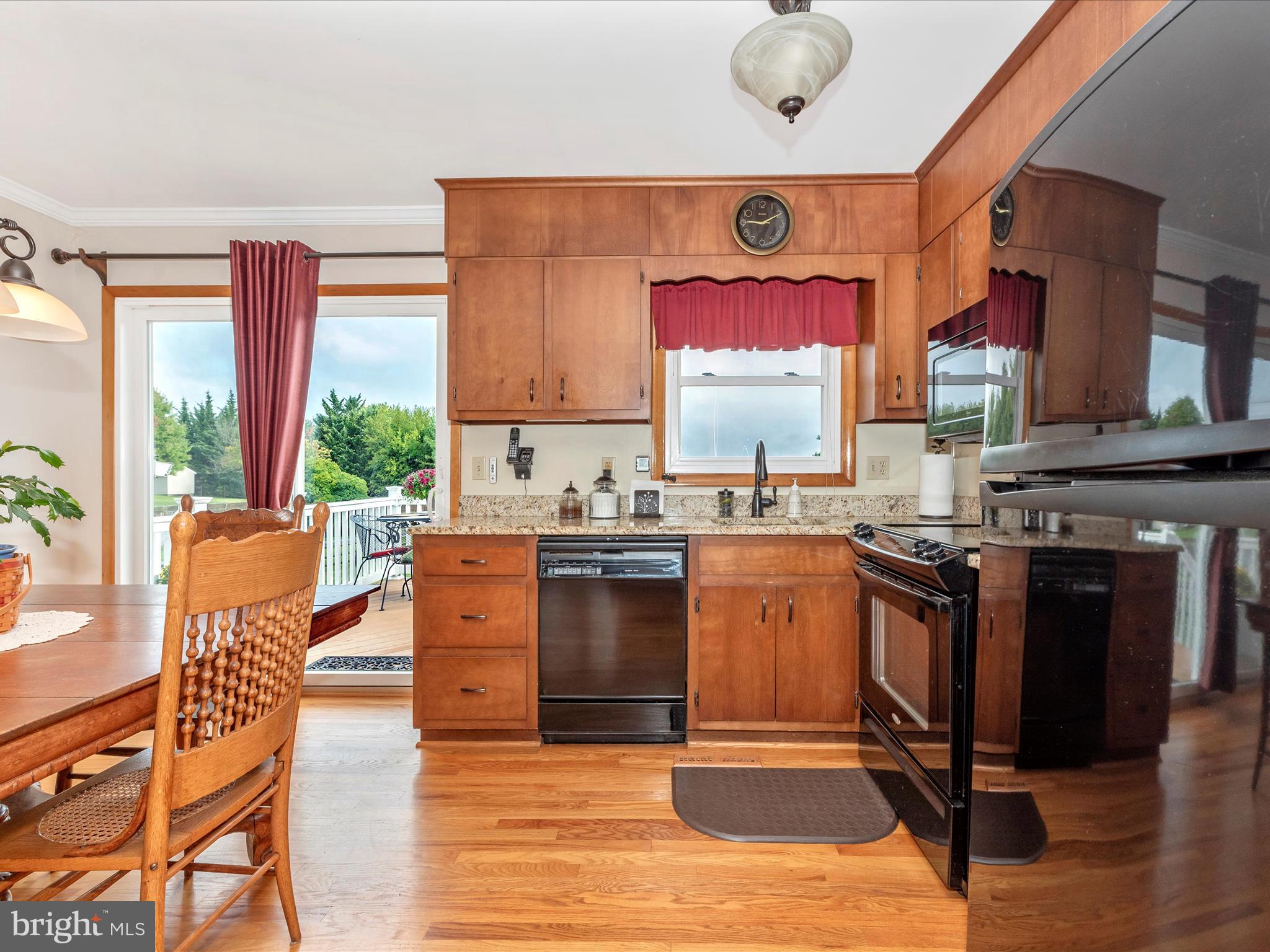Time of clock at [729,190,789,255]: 9:10
